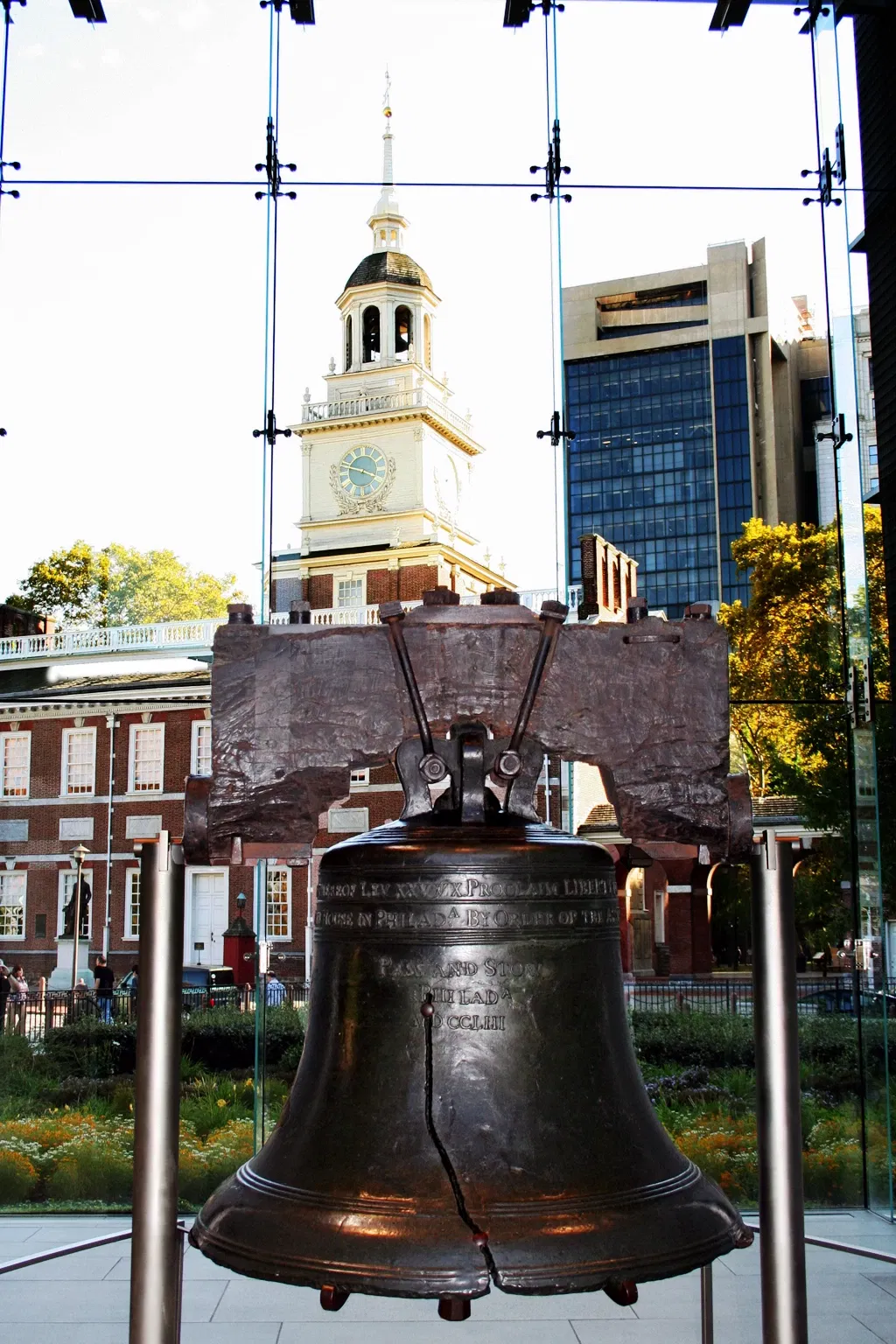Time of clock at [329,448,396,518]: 3:48
